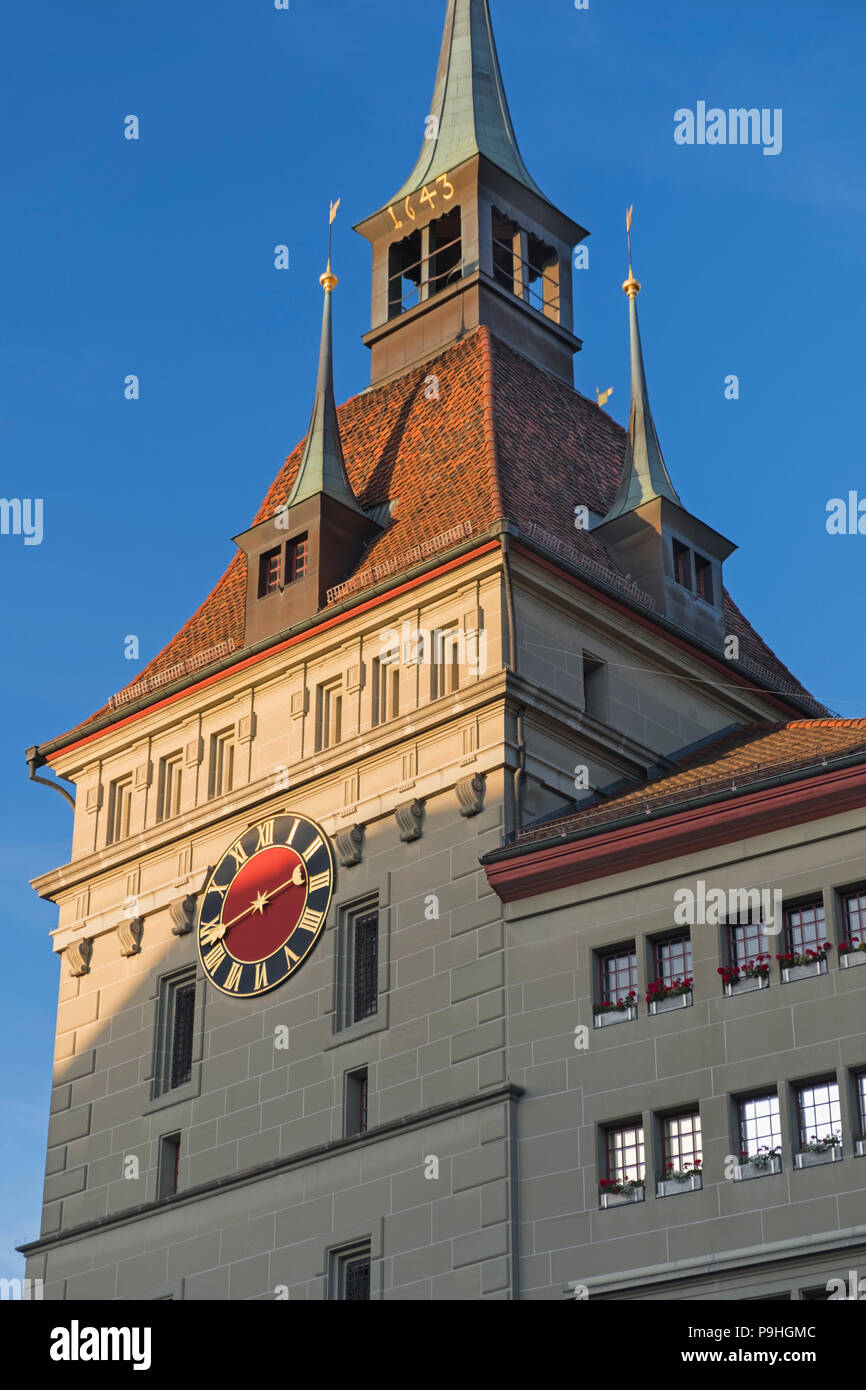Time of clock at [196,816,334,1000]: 2:40
